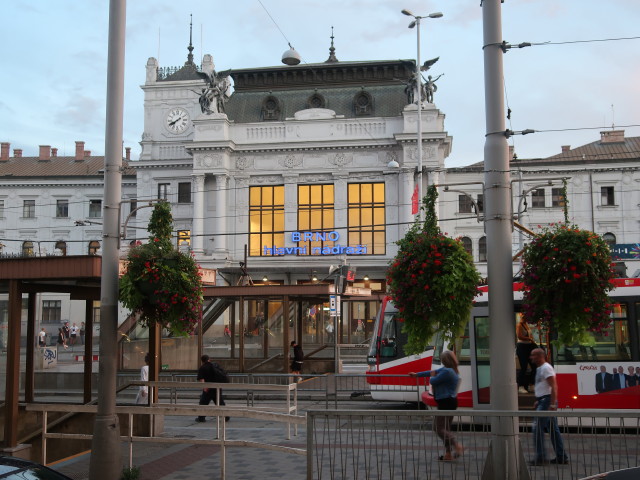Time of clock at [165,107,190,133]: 7:40
